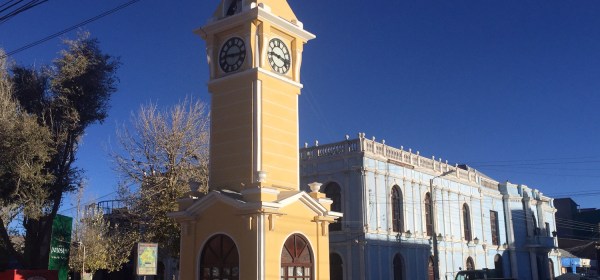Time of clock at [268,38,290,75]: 9:17
